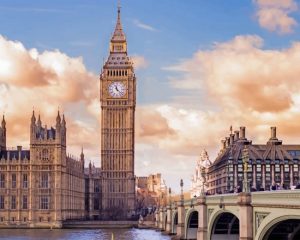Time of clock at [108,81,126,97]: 11:22
